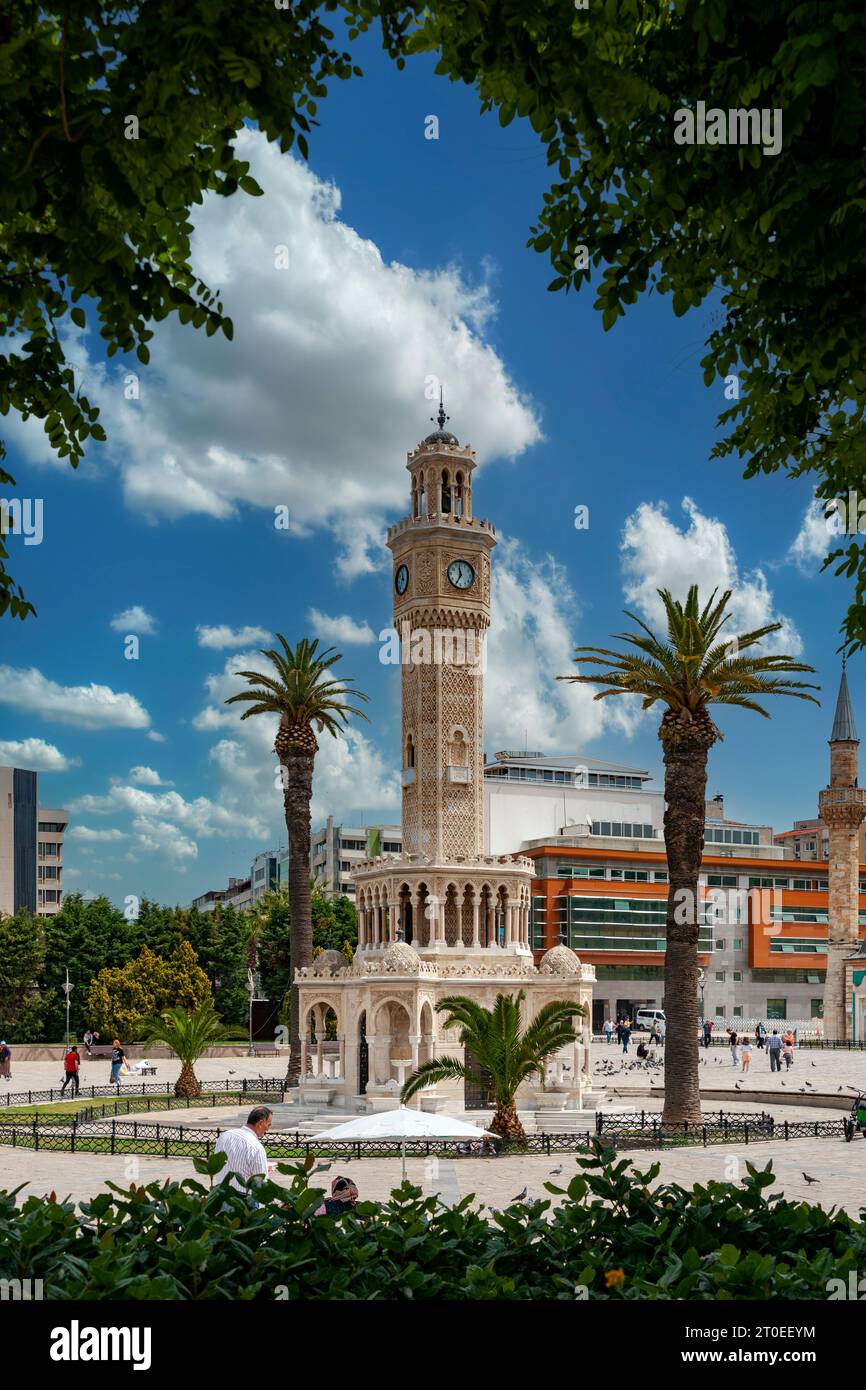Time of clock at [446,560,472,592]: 11:34
